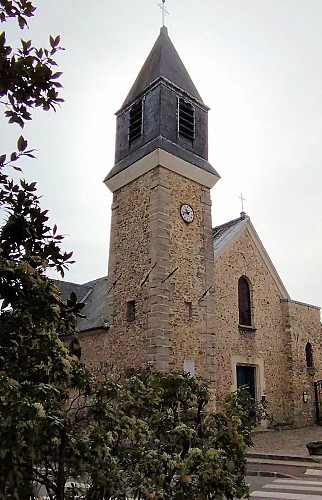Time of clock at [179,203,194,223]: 10:42
